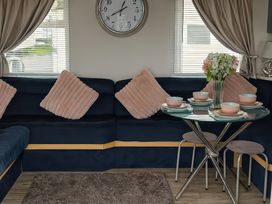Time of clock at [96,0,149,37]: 12:40
